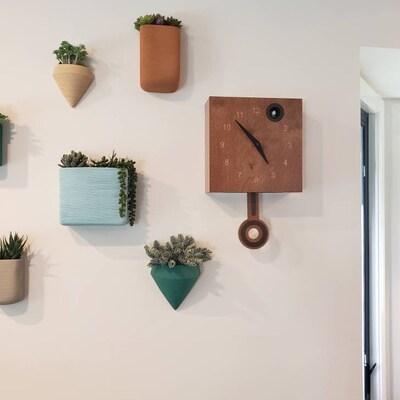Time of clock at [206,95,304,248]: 4:52
